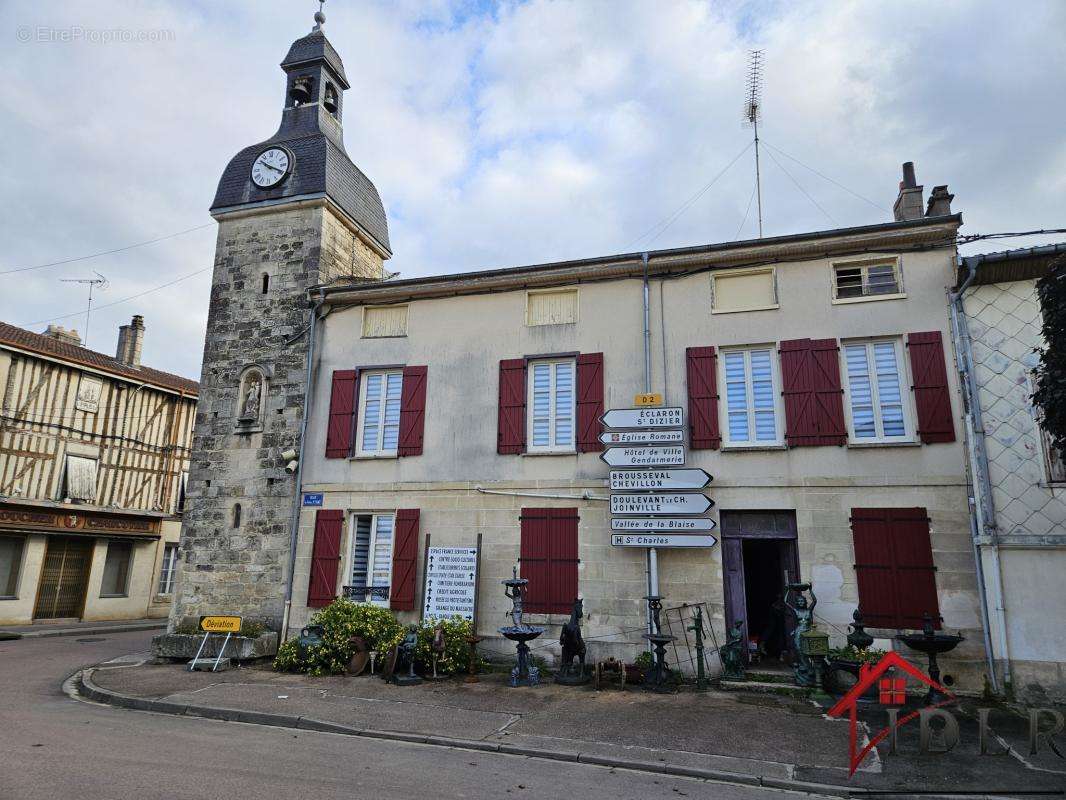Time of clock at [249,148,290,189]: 10:19
